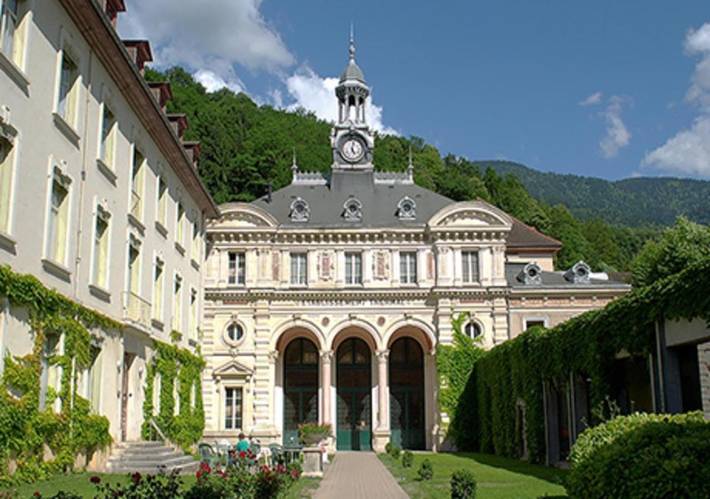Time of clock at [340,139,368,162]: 5:03
